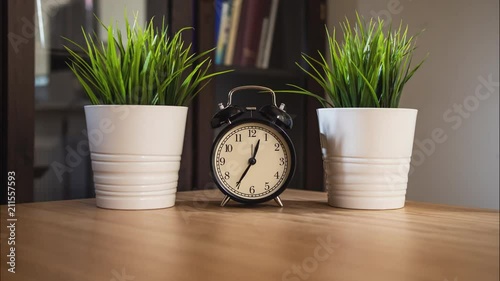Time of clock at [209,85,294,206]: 12:35
